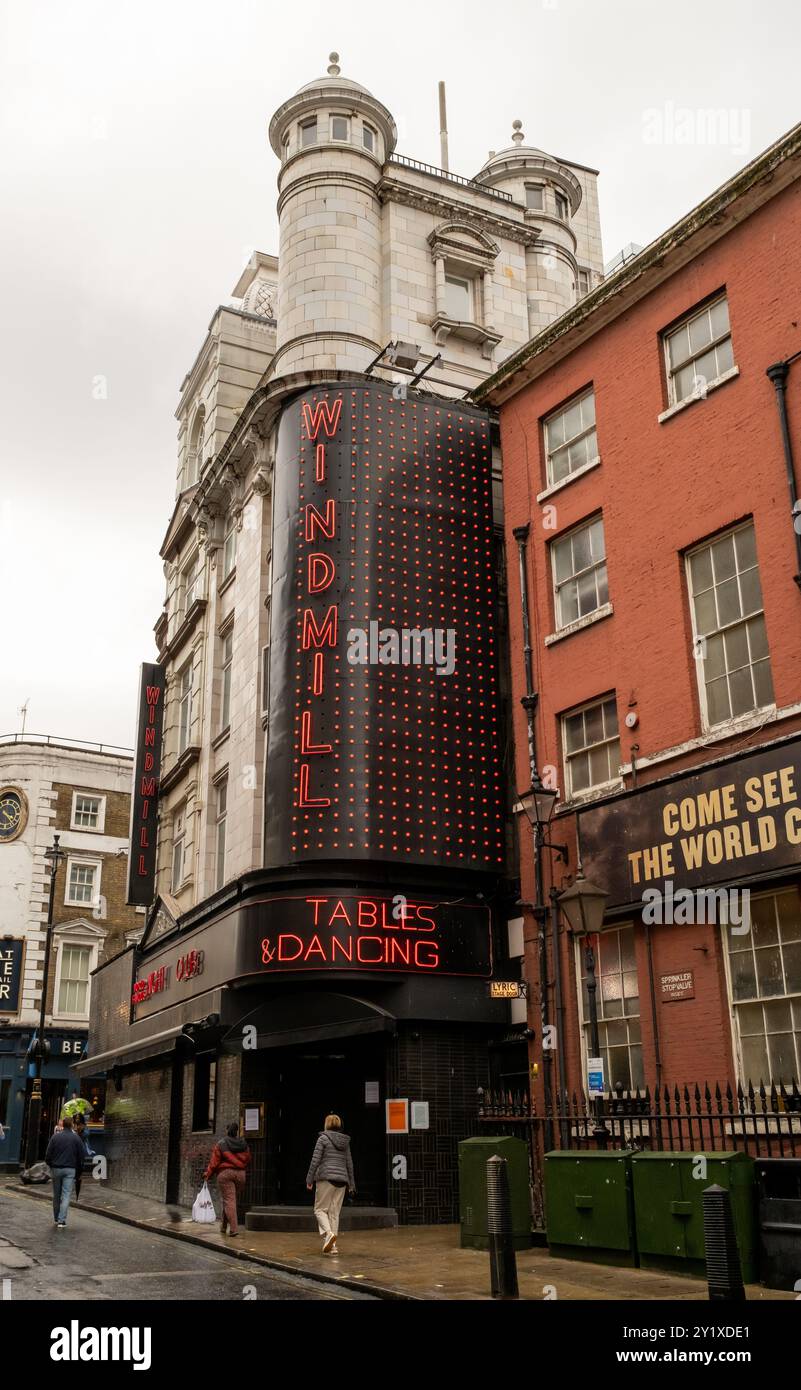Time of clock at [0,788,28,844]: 3:22
